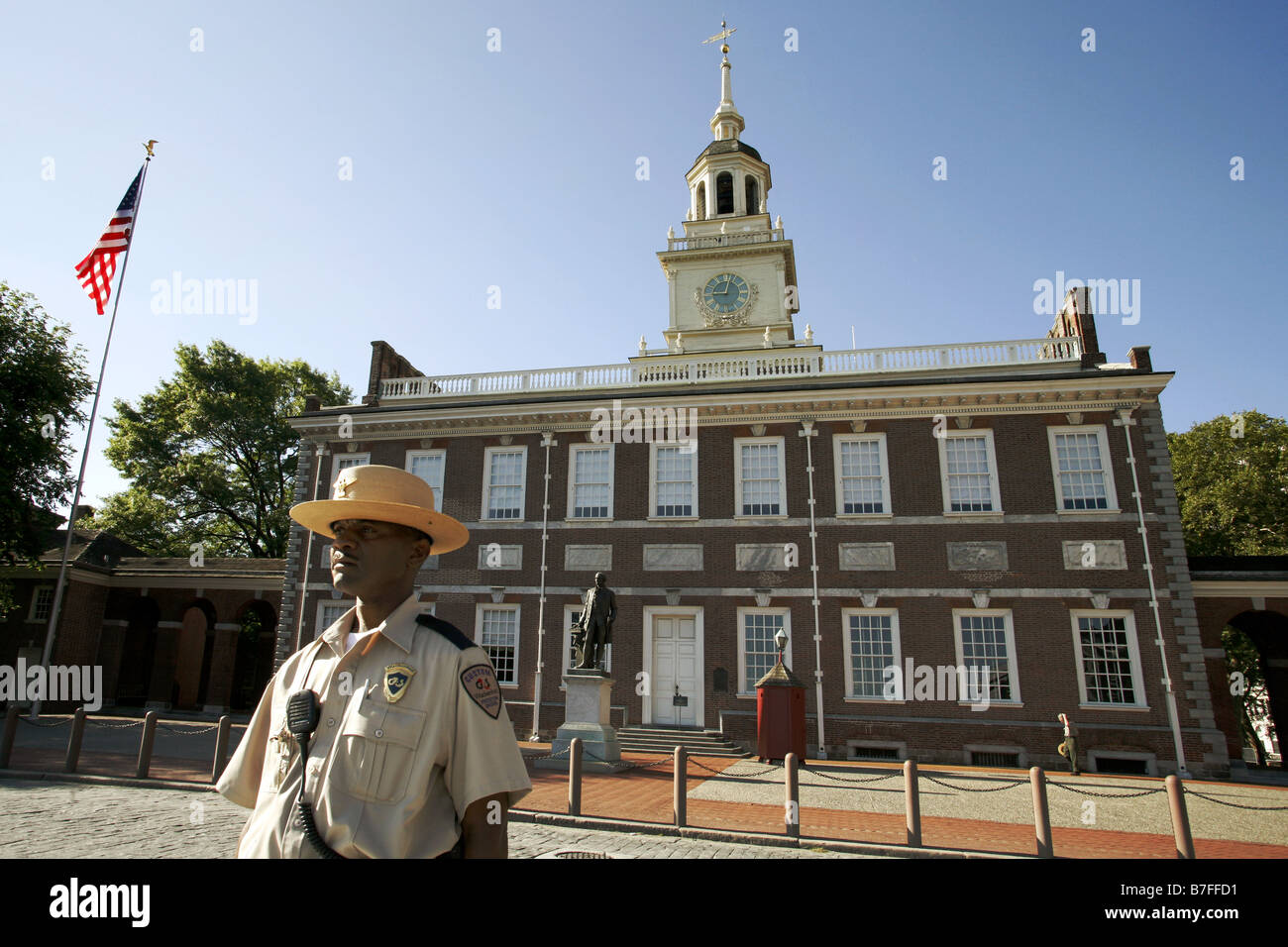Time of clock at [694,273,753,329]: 9:01
